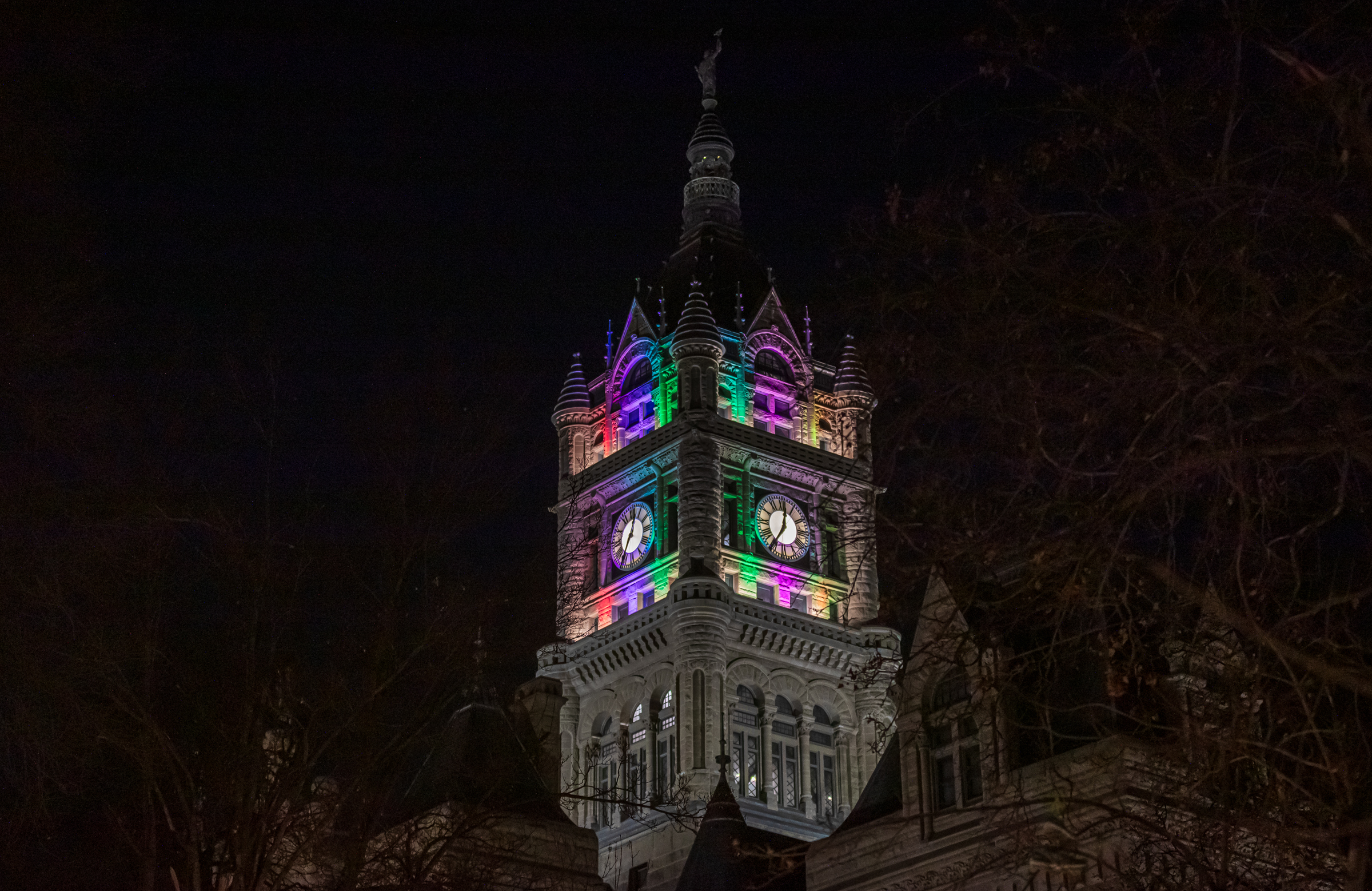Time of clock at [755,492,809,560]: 7:01
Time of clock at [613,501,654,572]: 12:34
